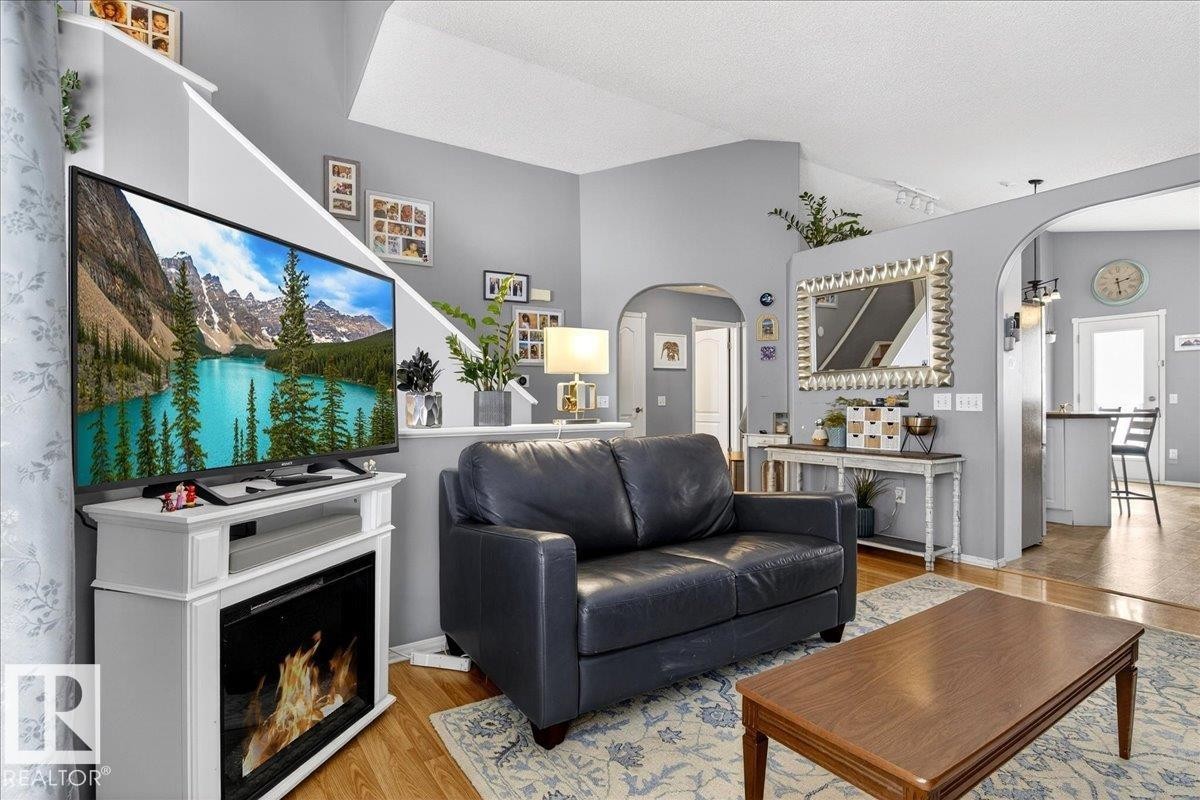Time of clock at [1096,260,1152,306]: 2:28
